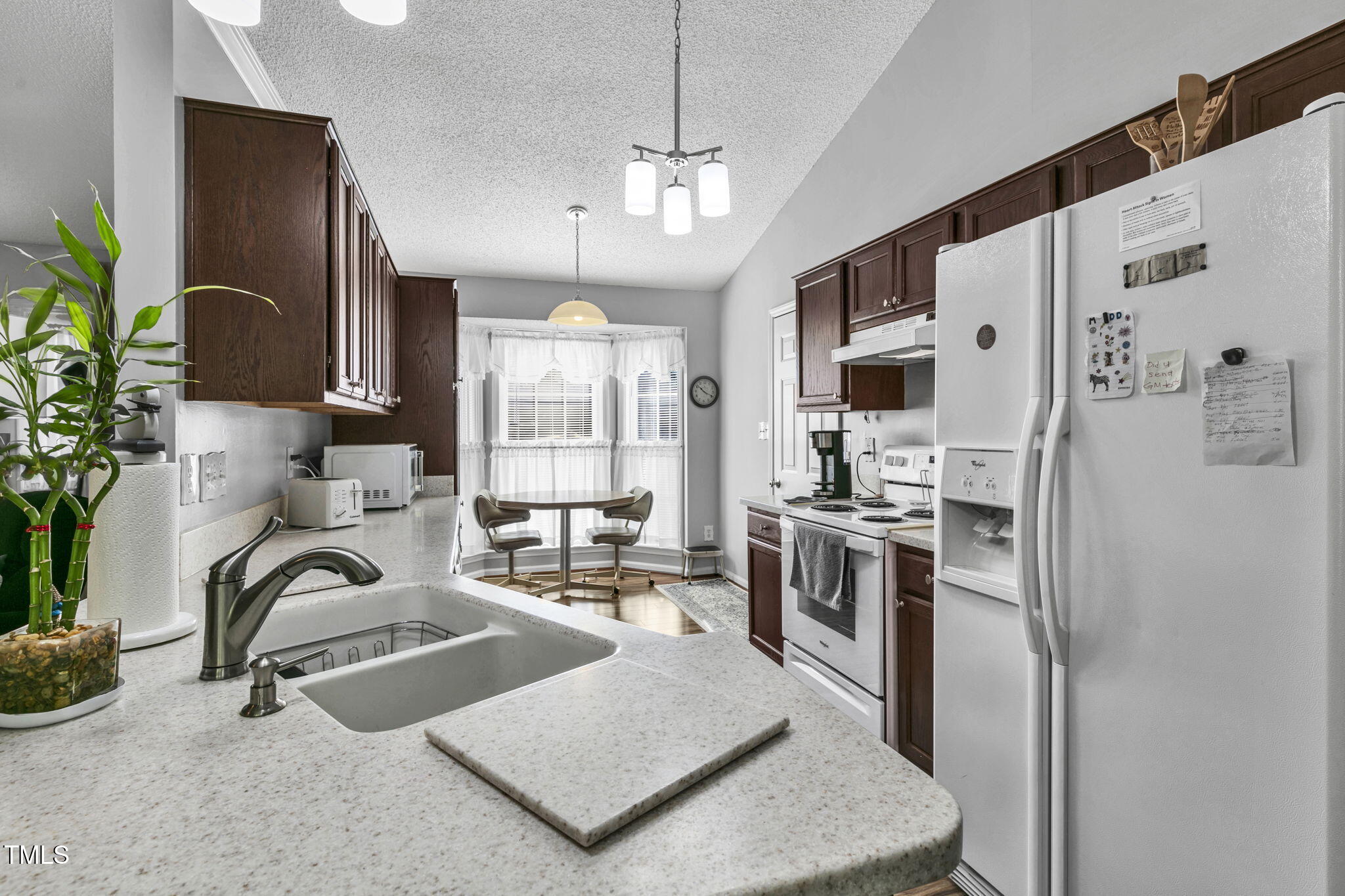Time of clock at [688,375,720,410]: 10:18
